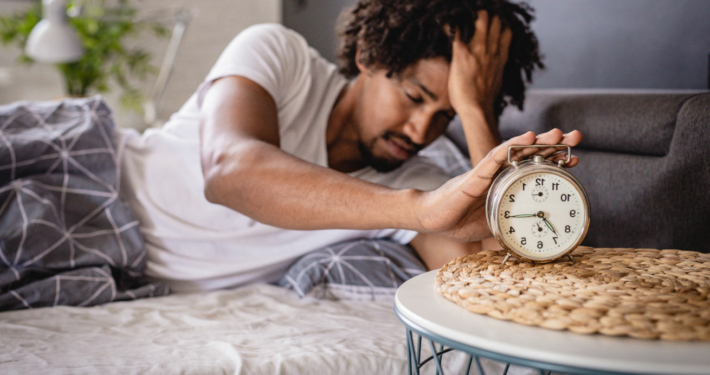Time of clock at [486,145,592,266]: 4:44
